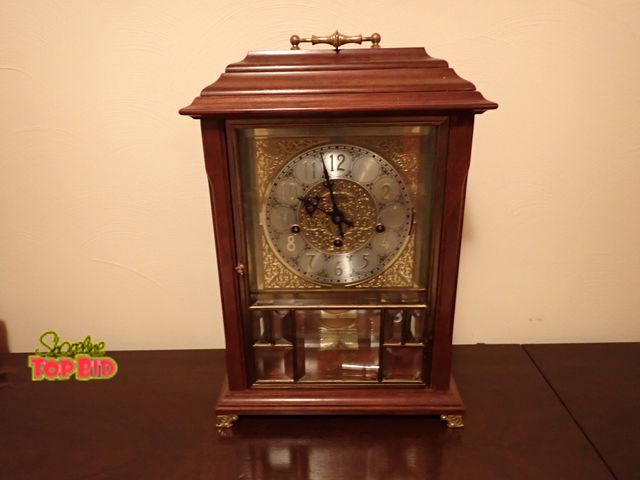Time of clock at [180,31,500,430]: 9:57
